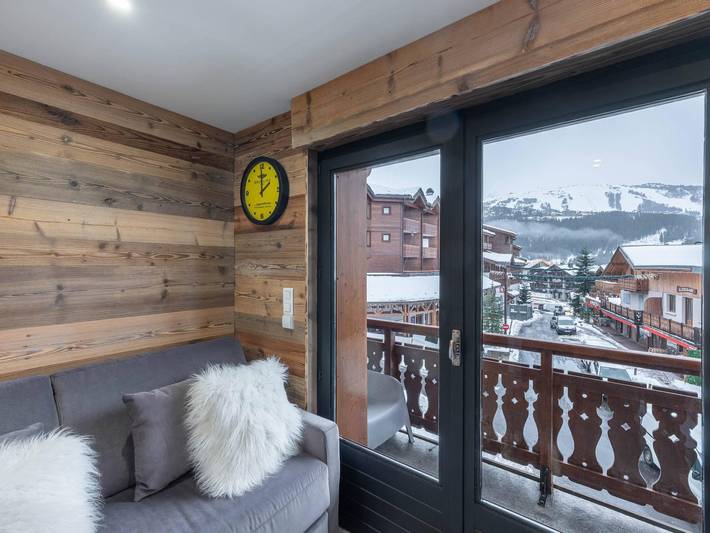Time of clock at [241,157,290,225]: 1:59
